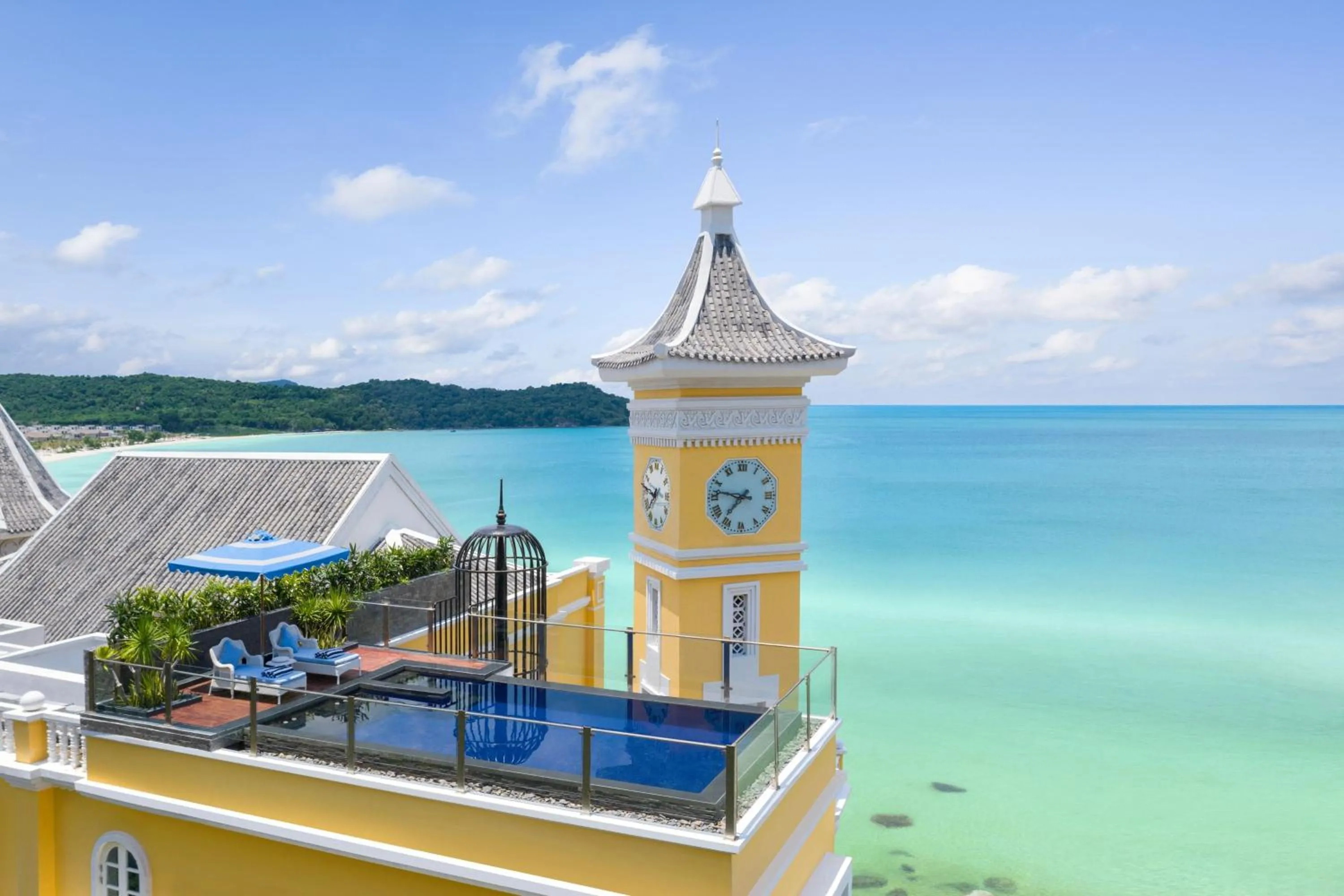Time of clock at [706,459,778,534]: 7:46
